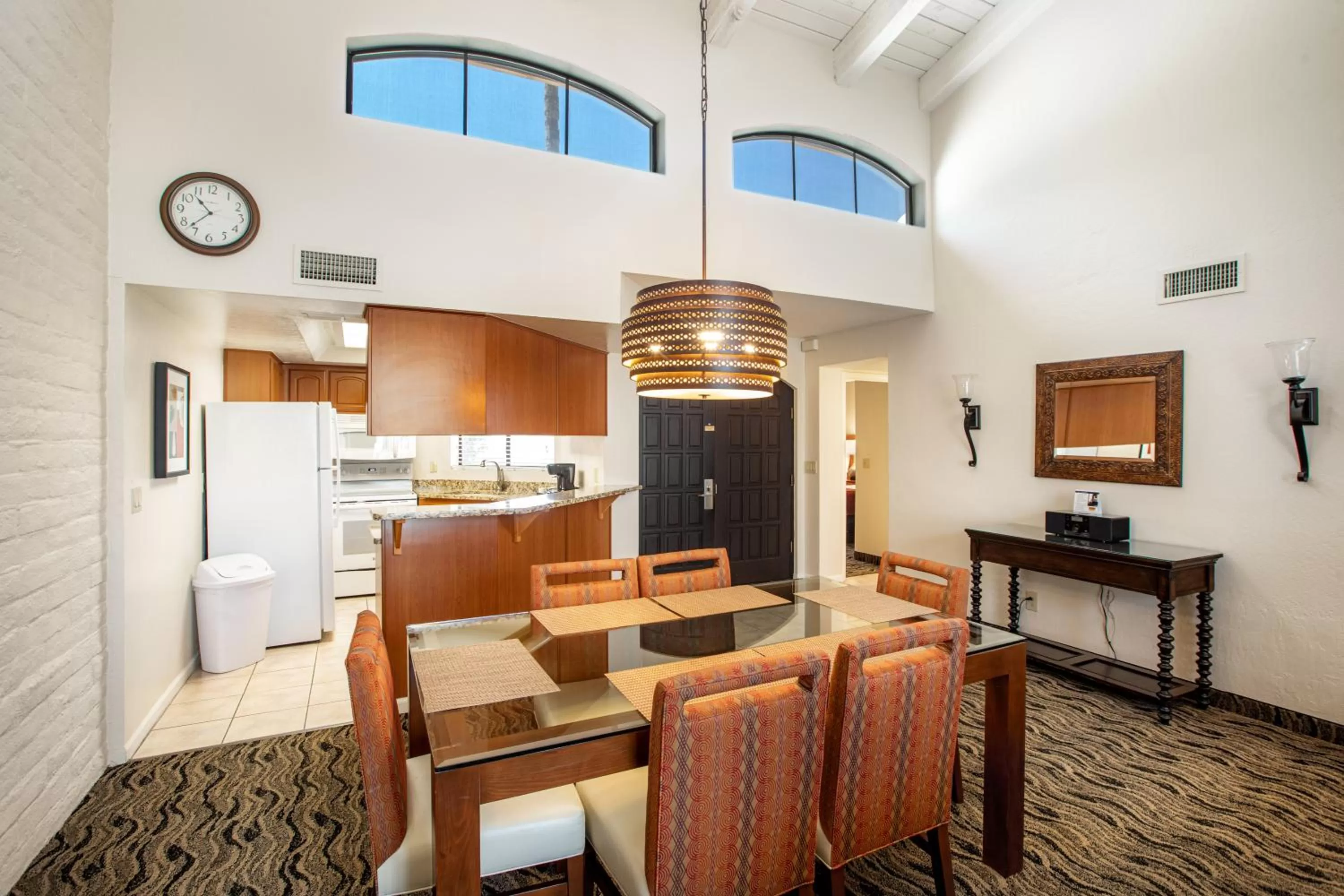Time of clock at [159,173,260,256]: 10:37
